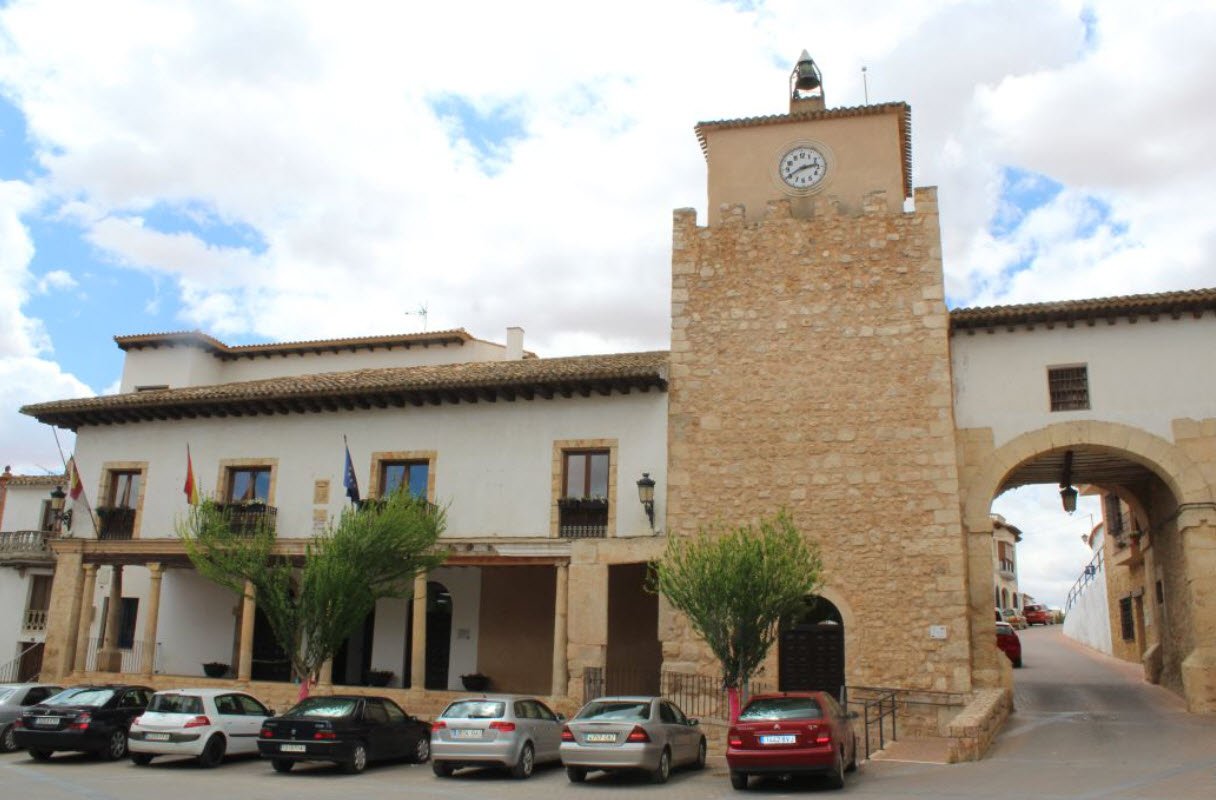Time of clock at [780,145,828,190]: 2:40
